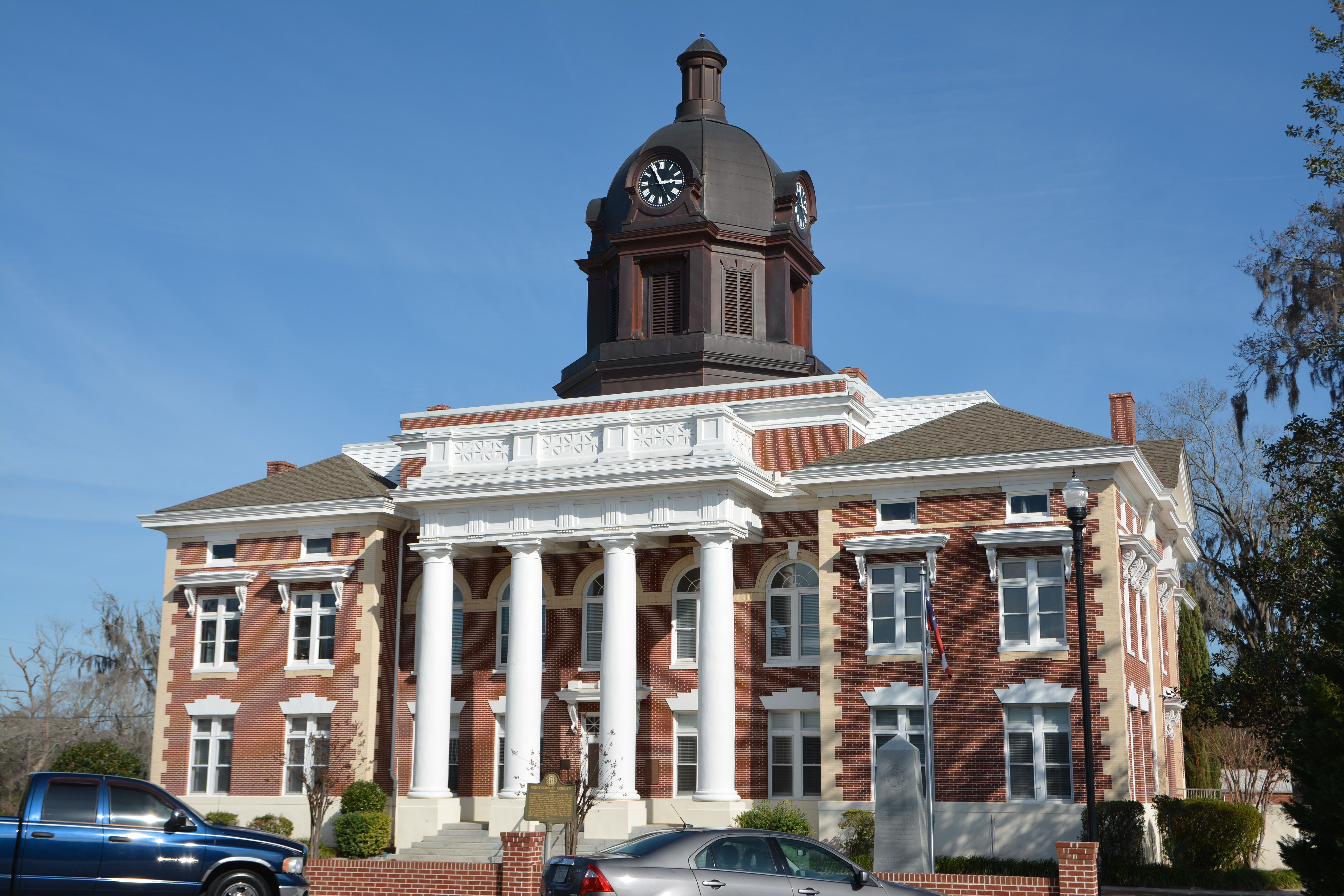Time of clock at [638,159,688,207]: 2:55
